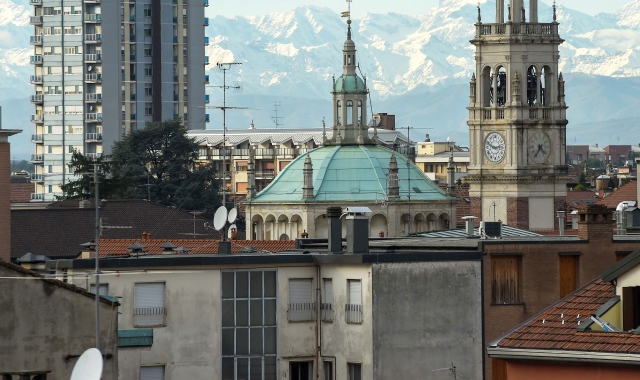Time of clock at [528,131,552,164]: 4:35
